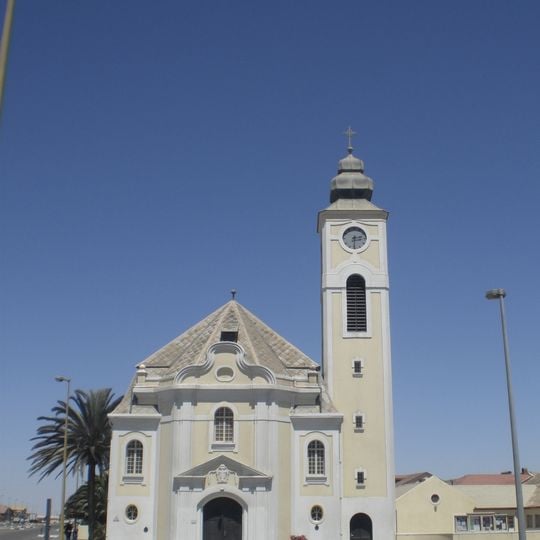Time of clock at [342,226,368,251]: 2:30
